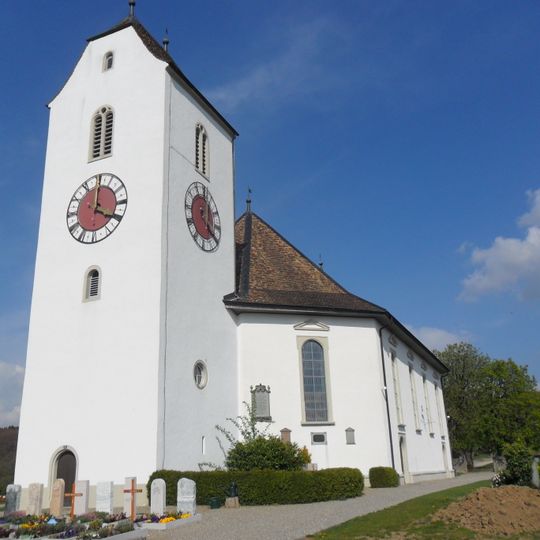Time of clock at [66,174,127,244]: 4:00
